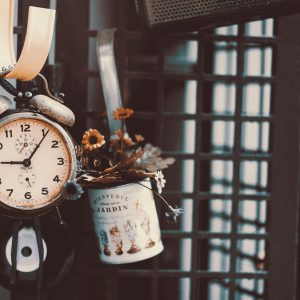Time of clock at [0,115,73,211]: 9:06
